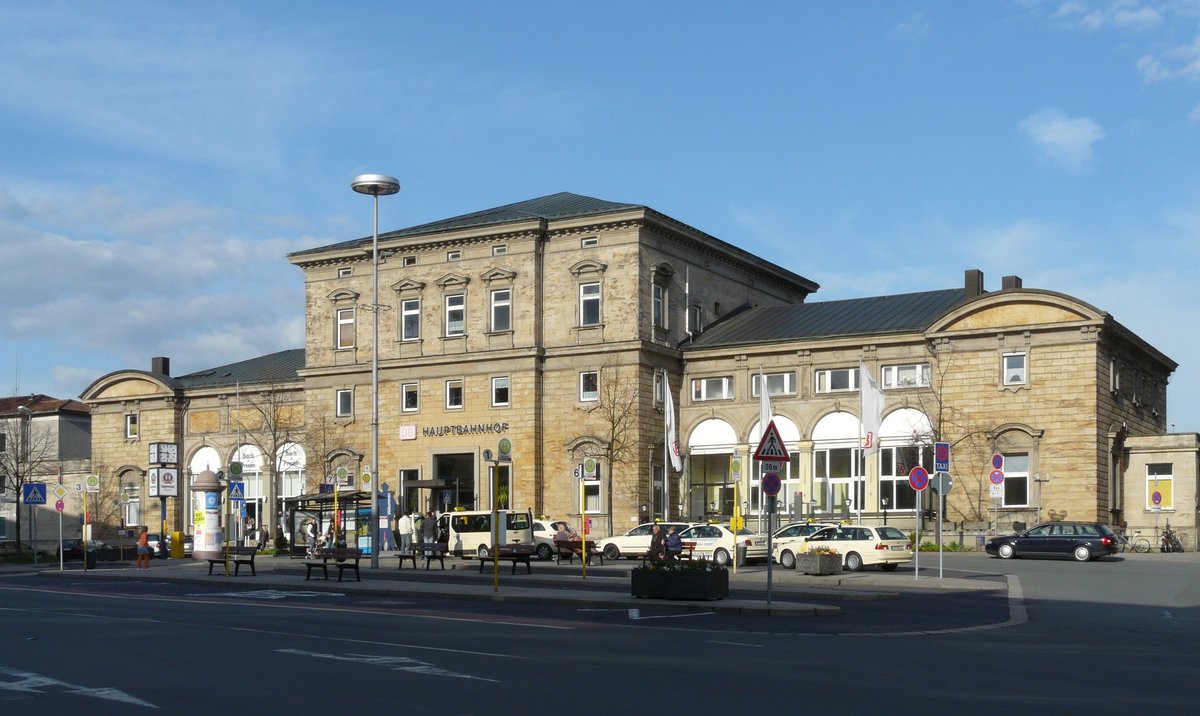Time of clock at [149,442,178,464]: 5:45
